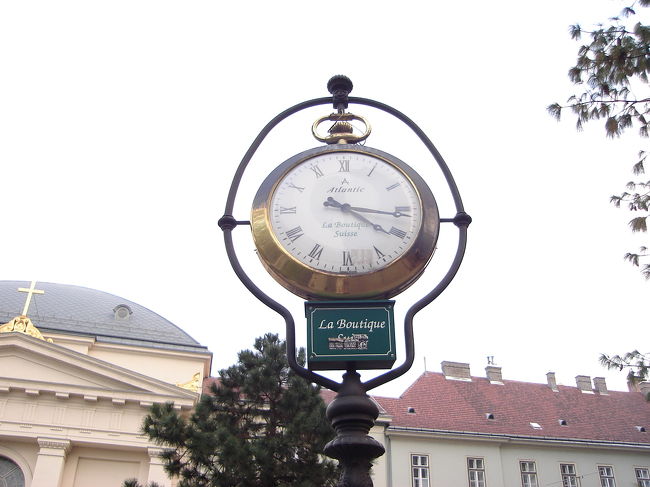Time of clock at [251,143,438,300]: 4:16
